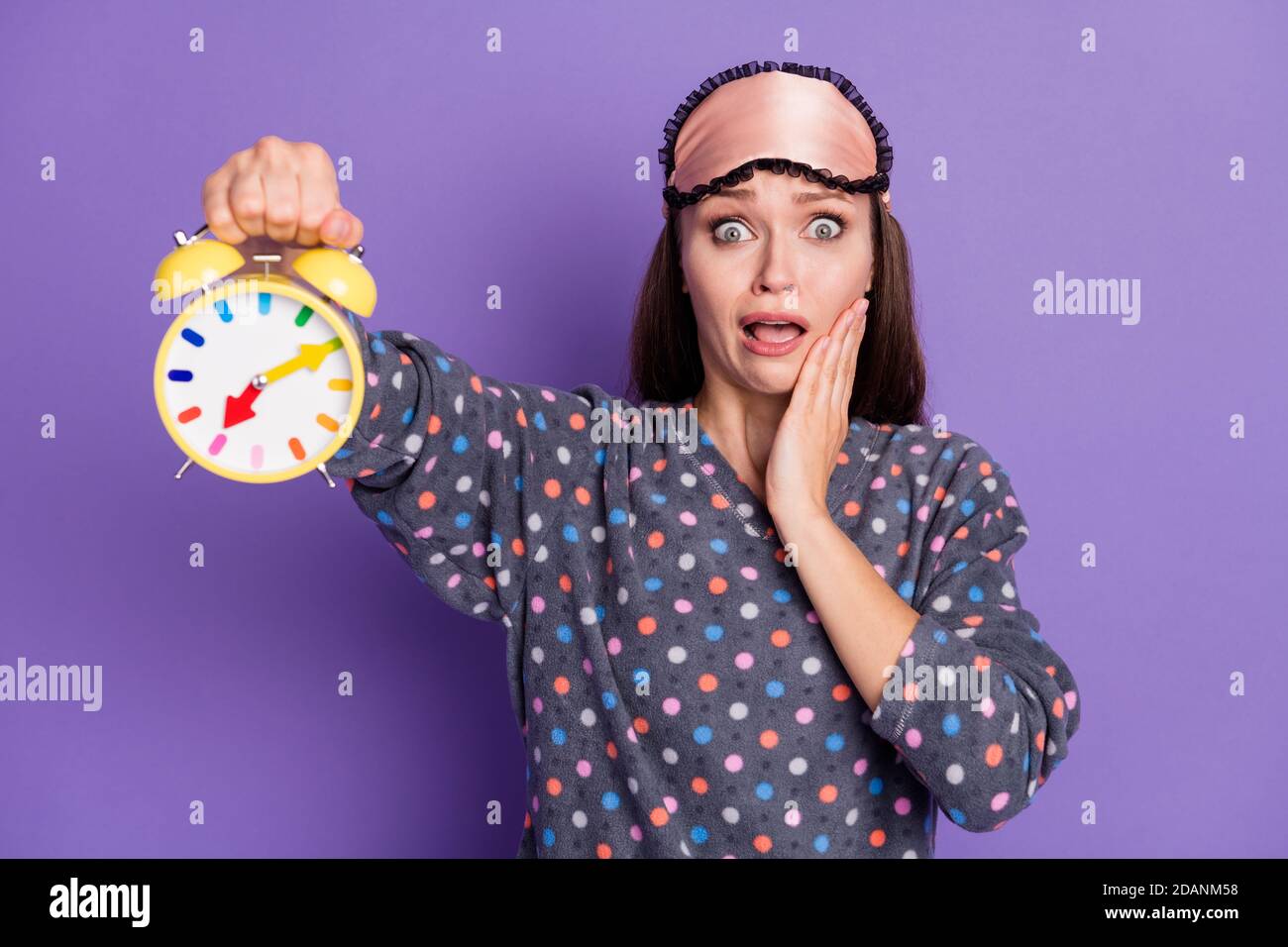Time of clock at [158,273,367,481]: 7:10
